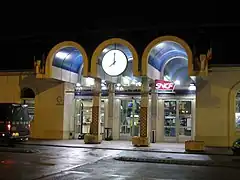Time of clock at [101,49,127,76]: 7:59
